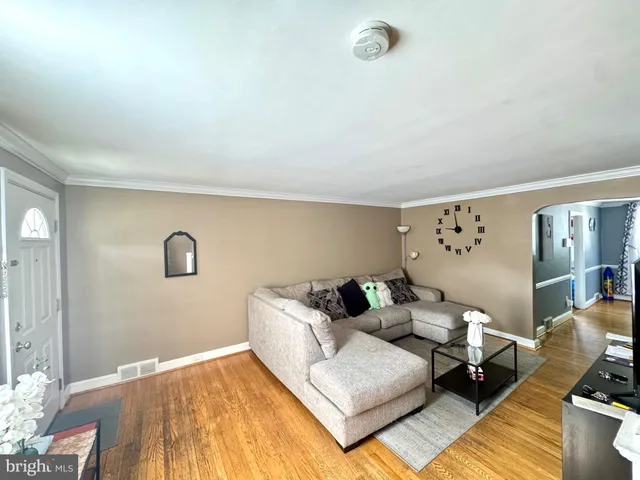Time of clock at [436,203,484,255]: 11:46
